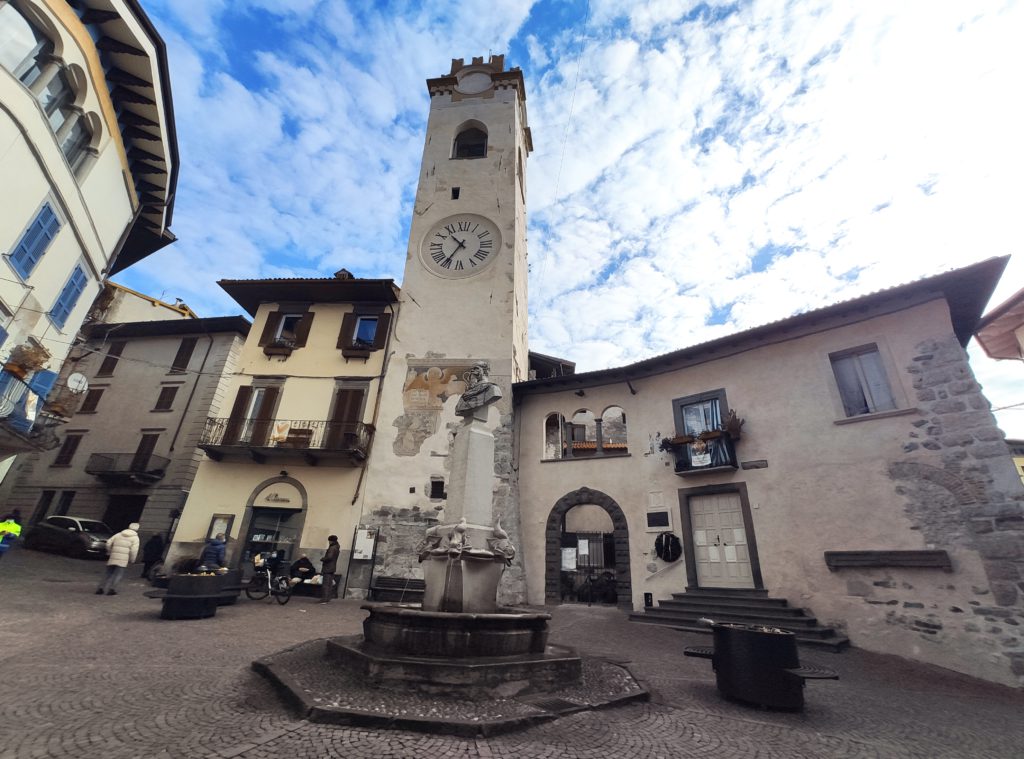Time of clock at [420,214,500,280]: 10:35
